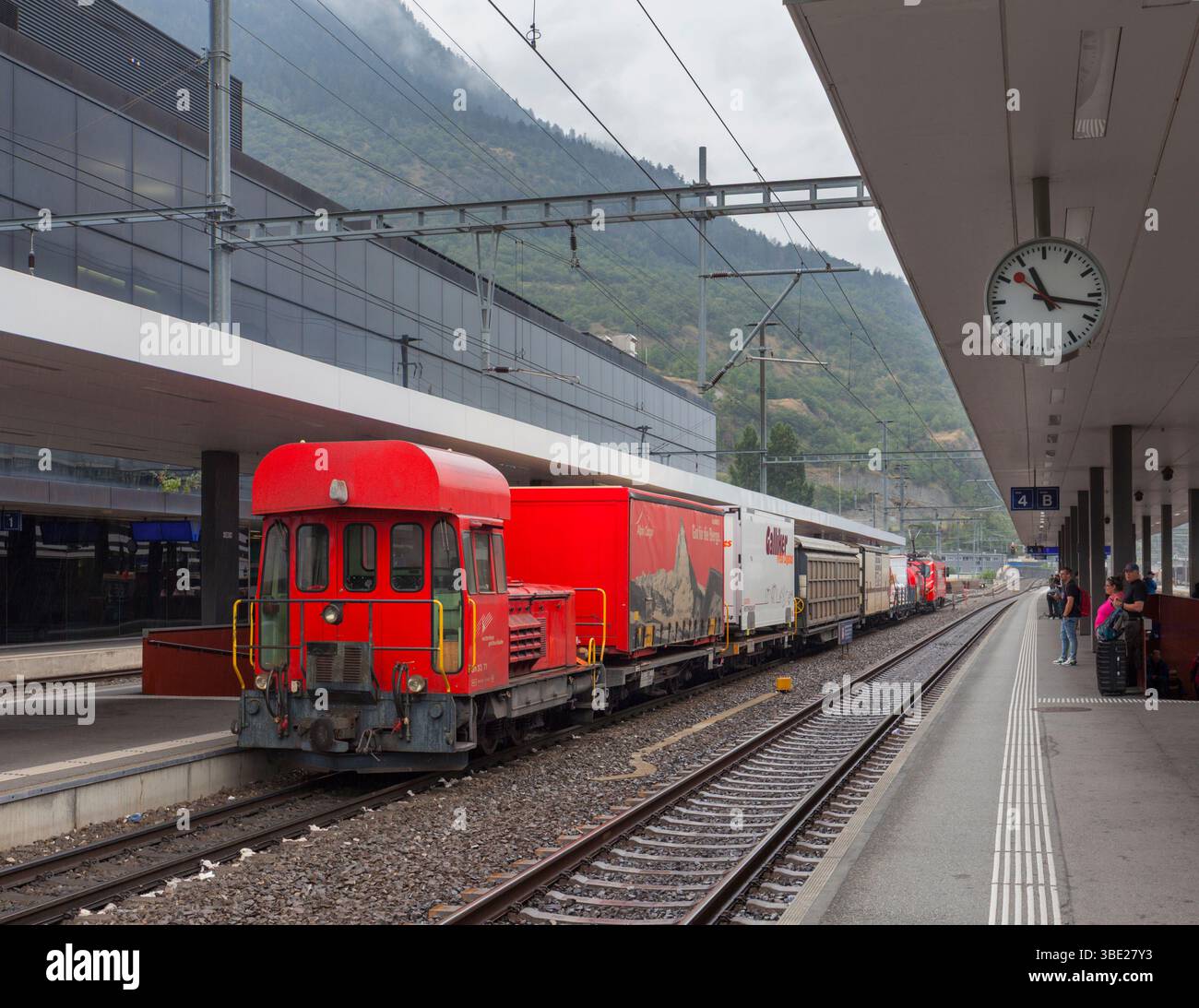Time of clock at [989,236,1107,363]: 11:17
